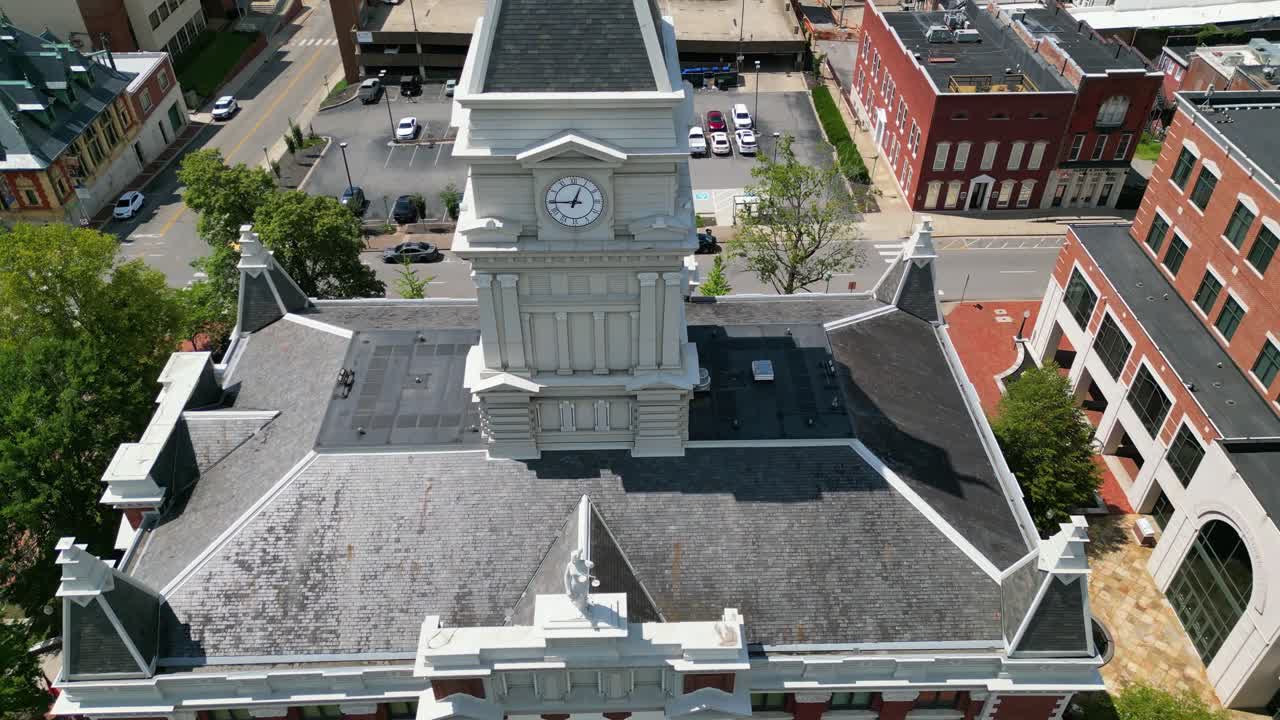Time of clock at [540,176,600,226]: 12:45
